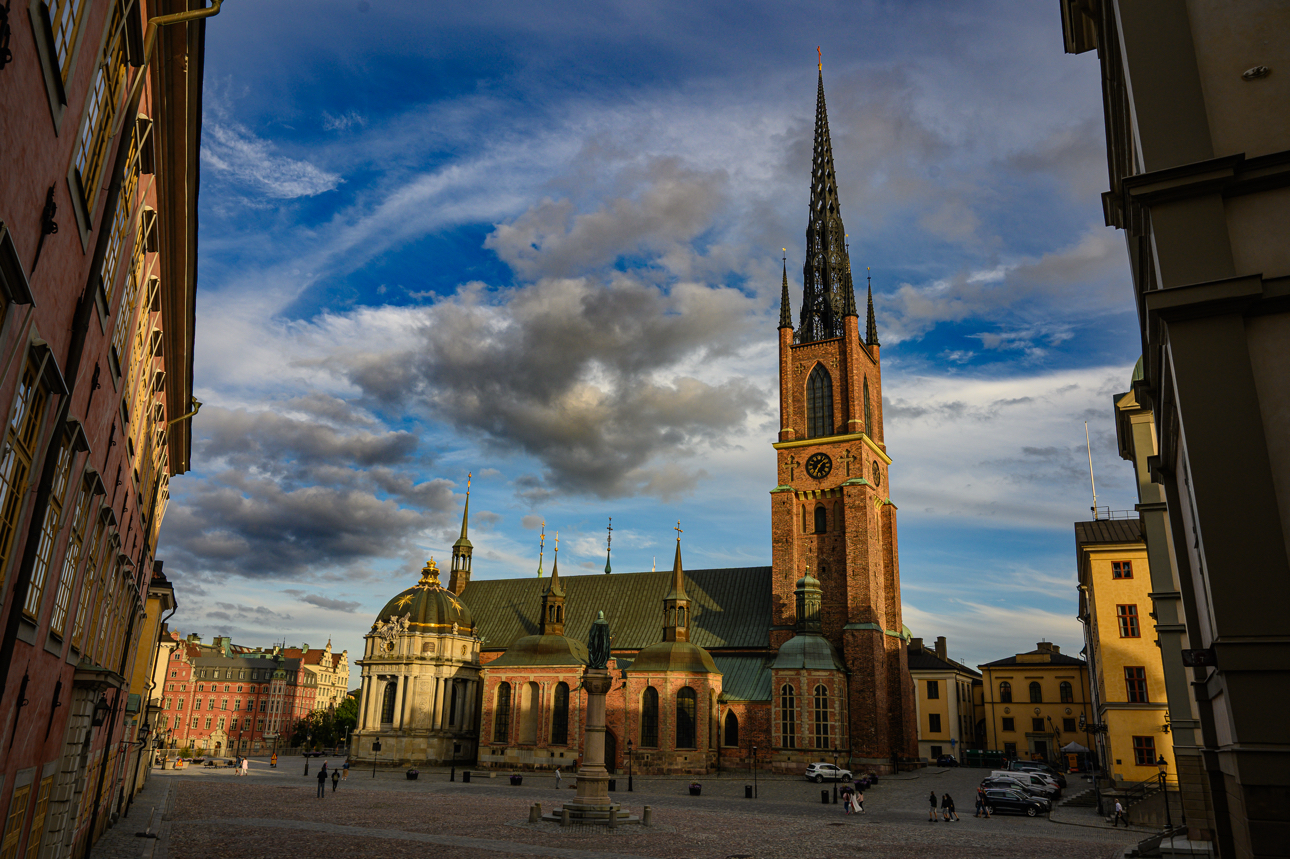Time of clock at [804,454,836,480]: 1:34
